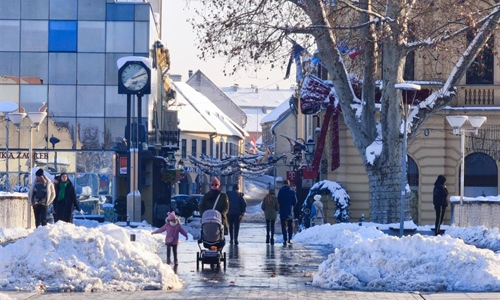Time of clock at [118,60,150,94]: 2:11
